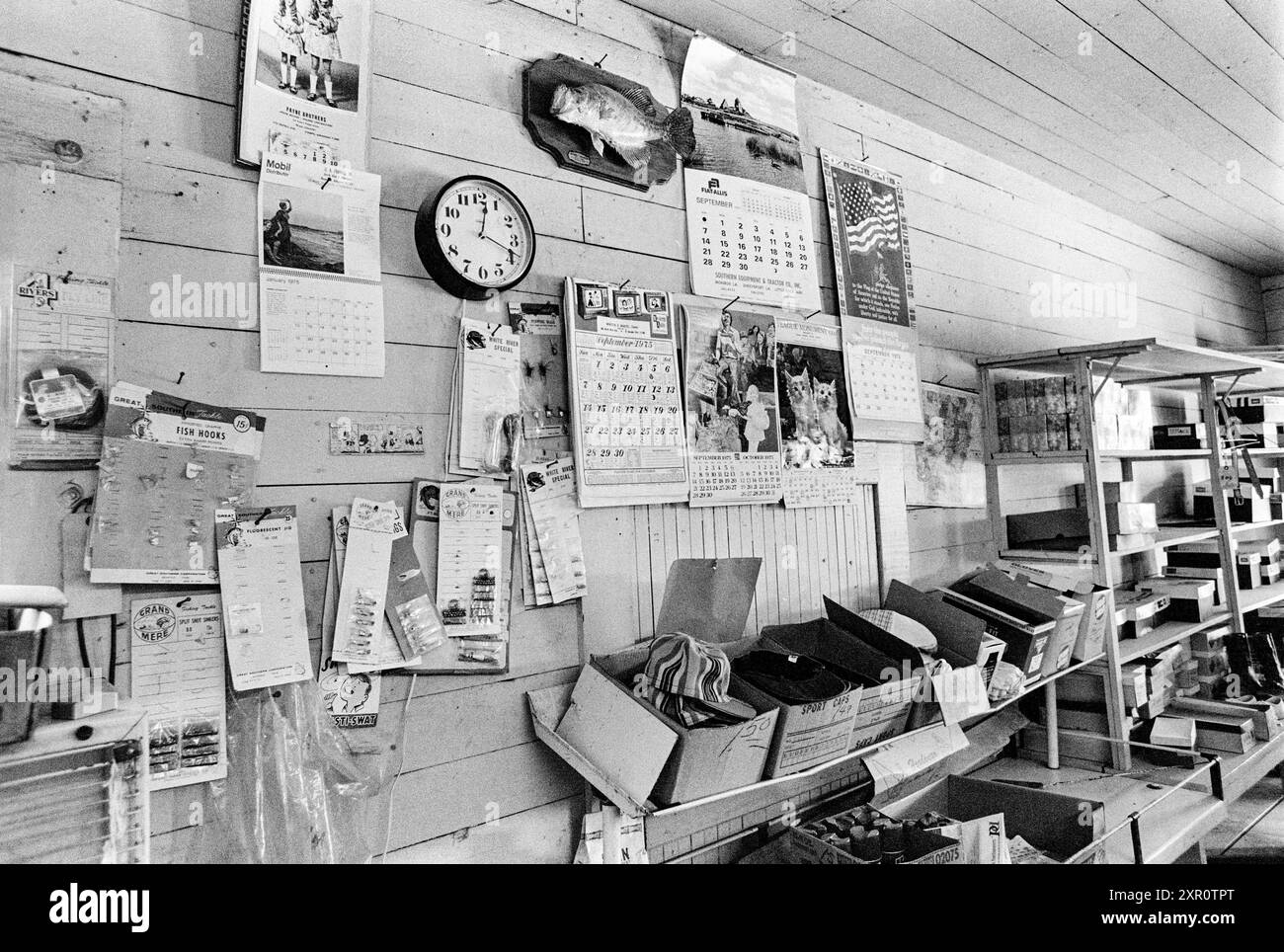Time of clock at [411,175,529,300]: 12:18
